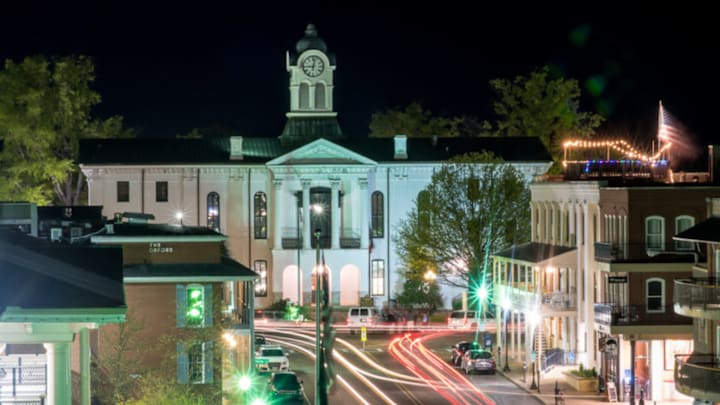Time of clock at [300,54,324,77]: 9:01
